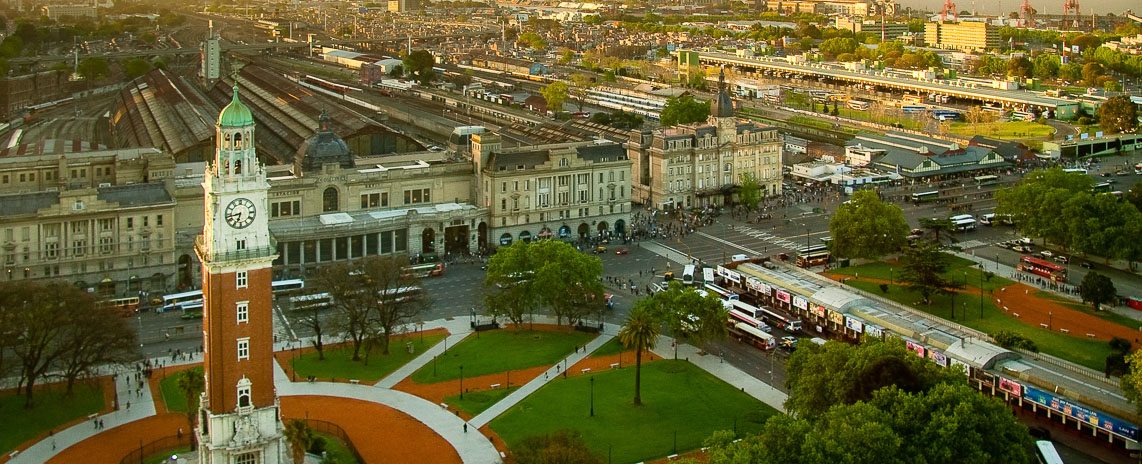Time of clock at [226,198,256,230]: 6:42
